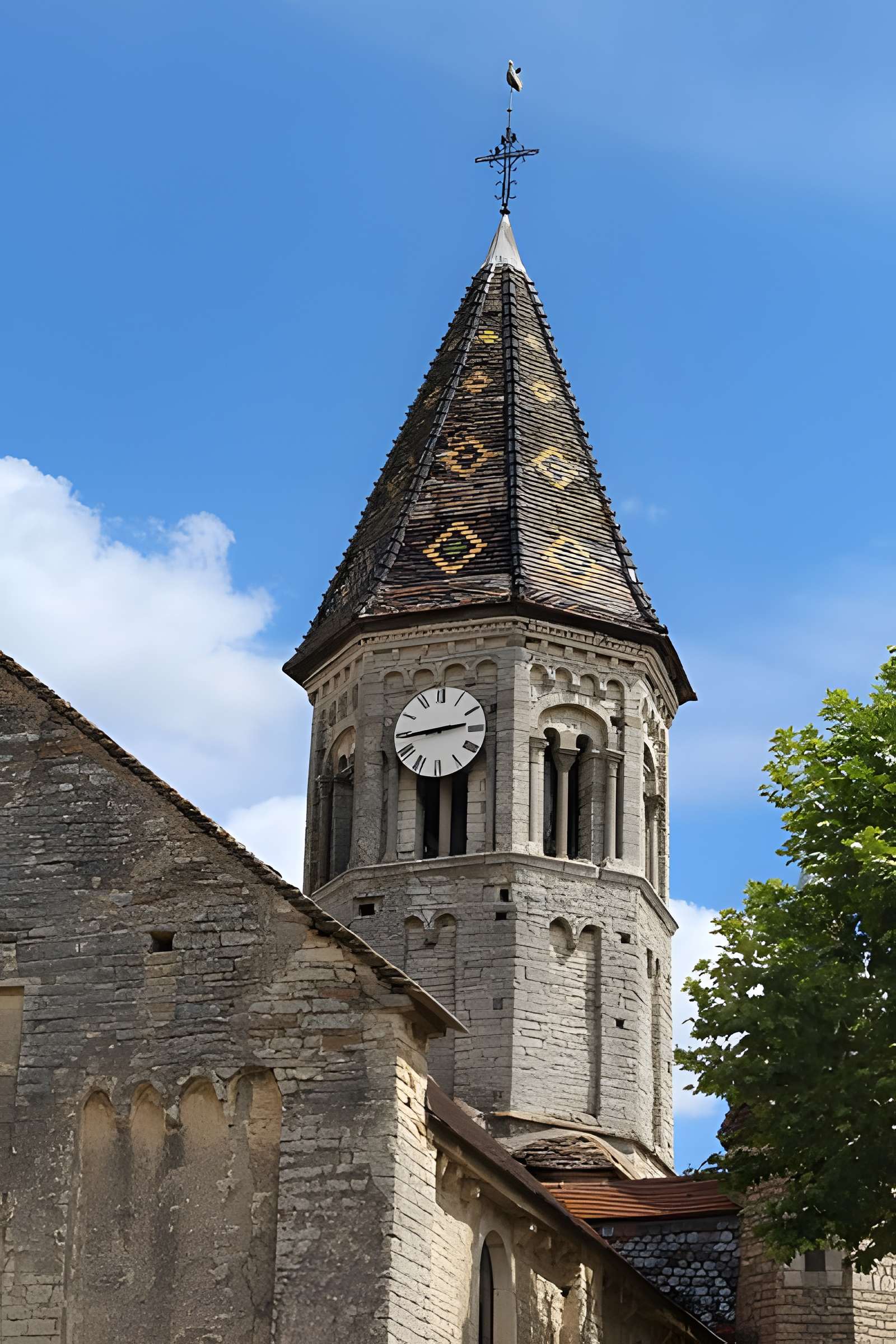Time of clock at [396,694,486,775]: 2:43
